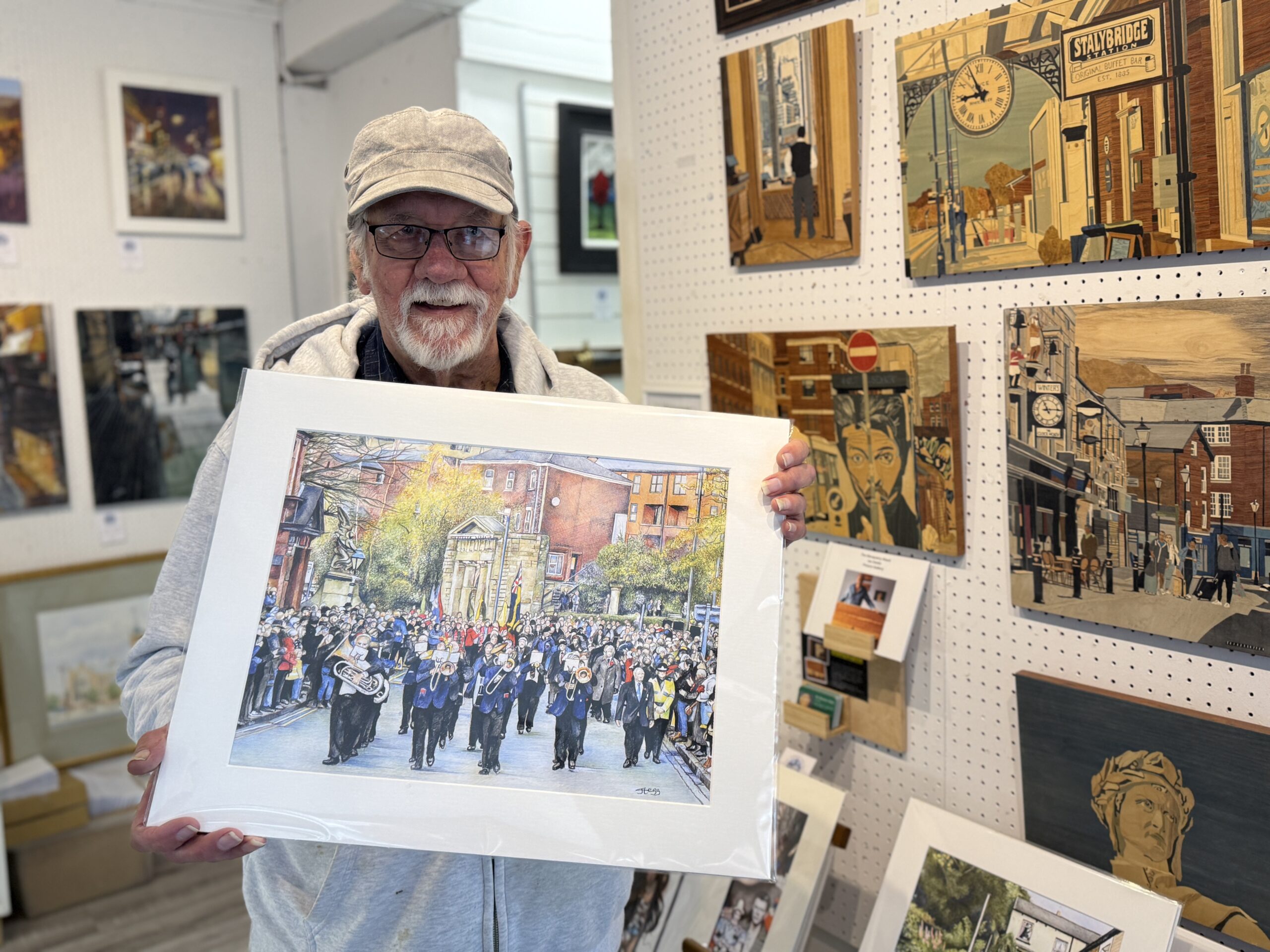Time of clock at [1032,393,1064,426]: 11:14
